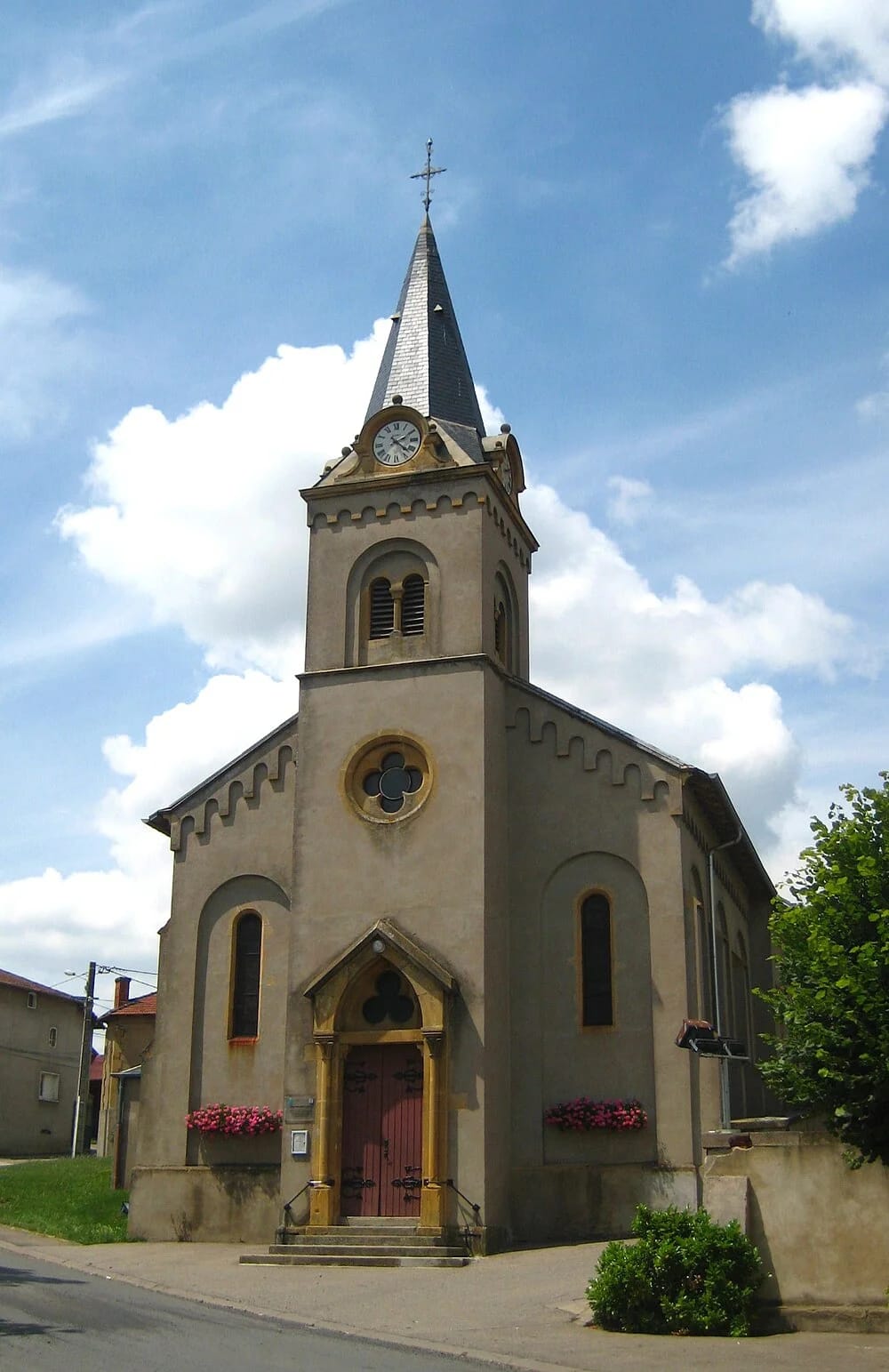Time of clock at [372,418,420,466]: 2:22
